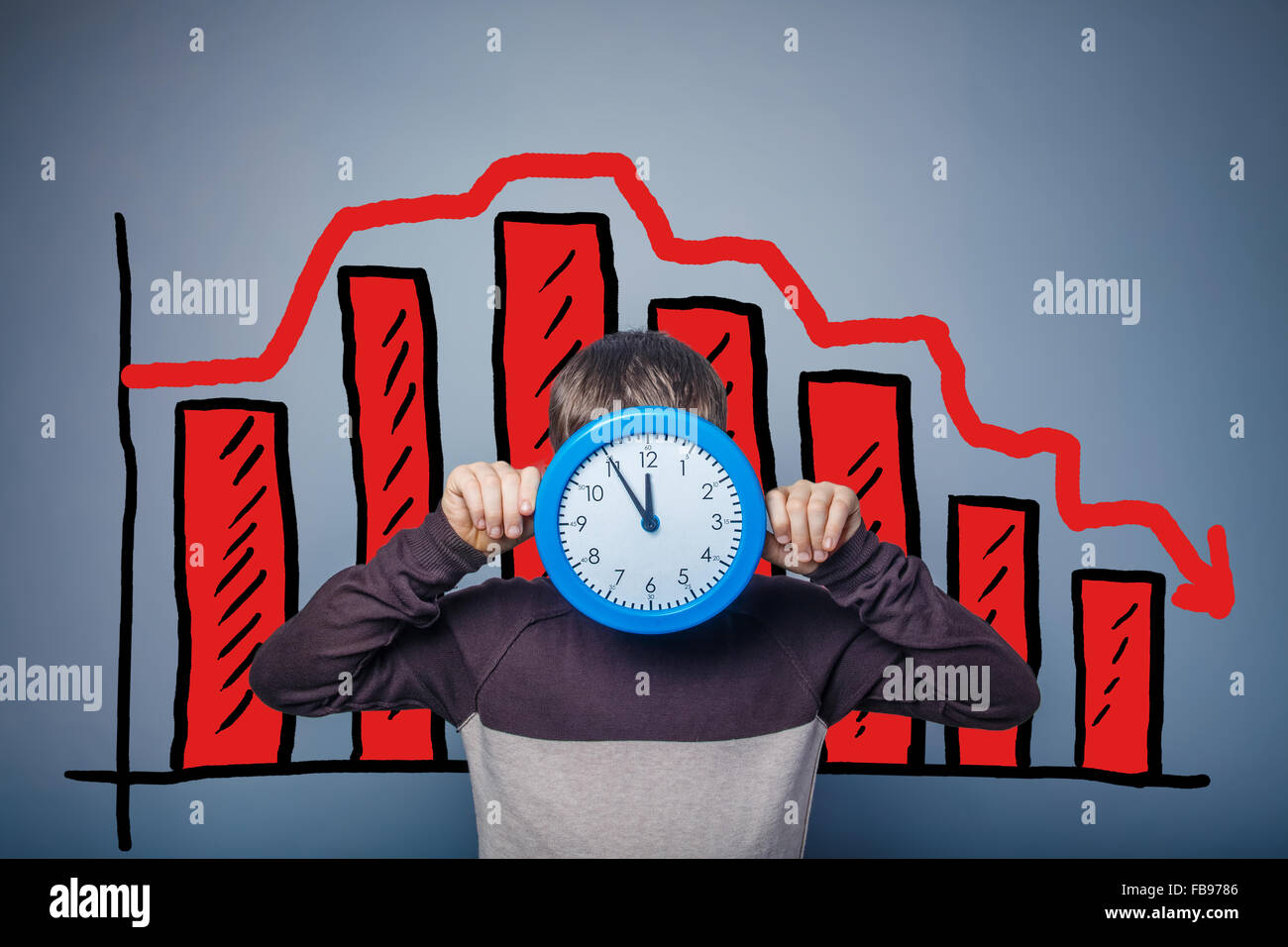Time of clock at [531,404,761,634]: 11:54
